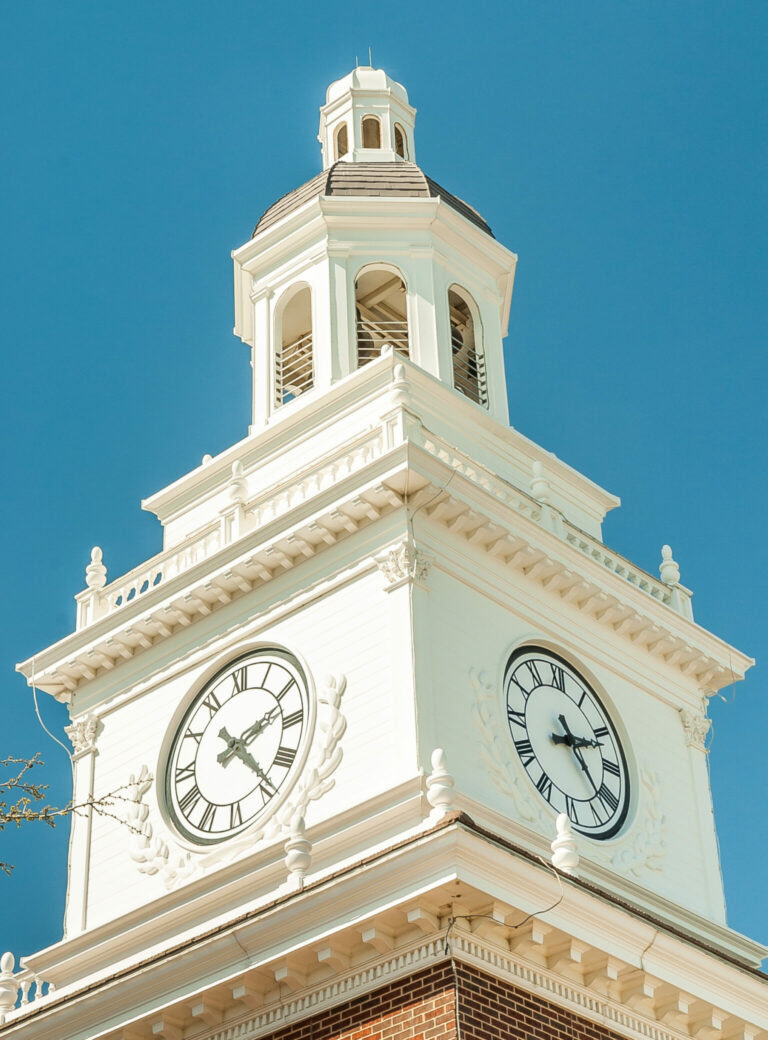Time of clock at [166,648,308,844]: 2:23
